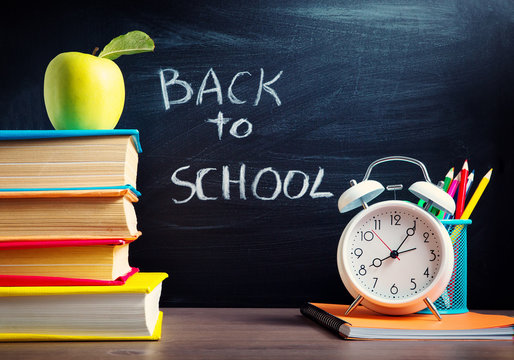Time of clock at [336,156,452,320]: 8:05
